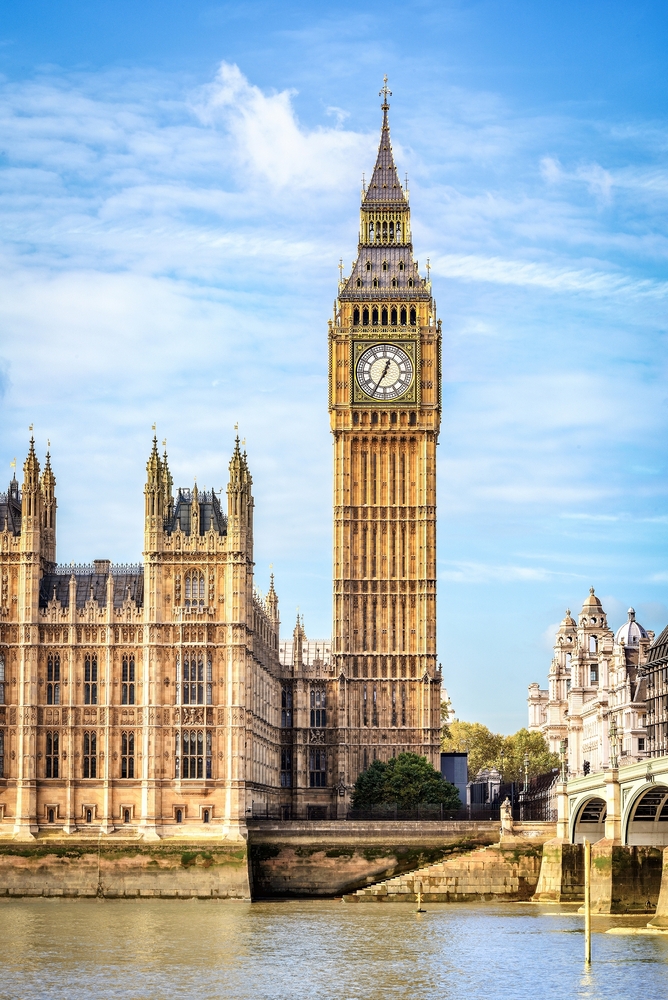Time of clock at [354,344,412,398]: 12:34
